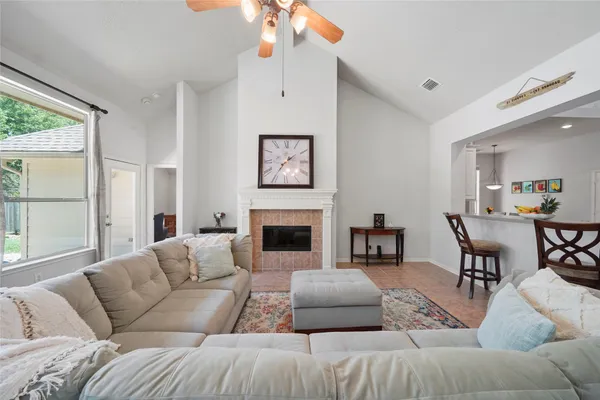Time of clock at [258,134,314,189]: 1:36
